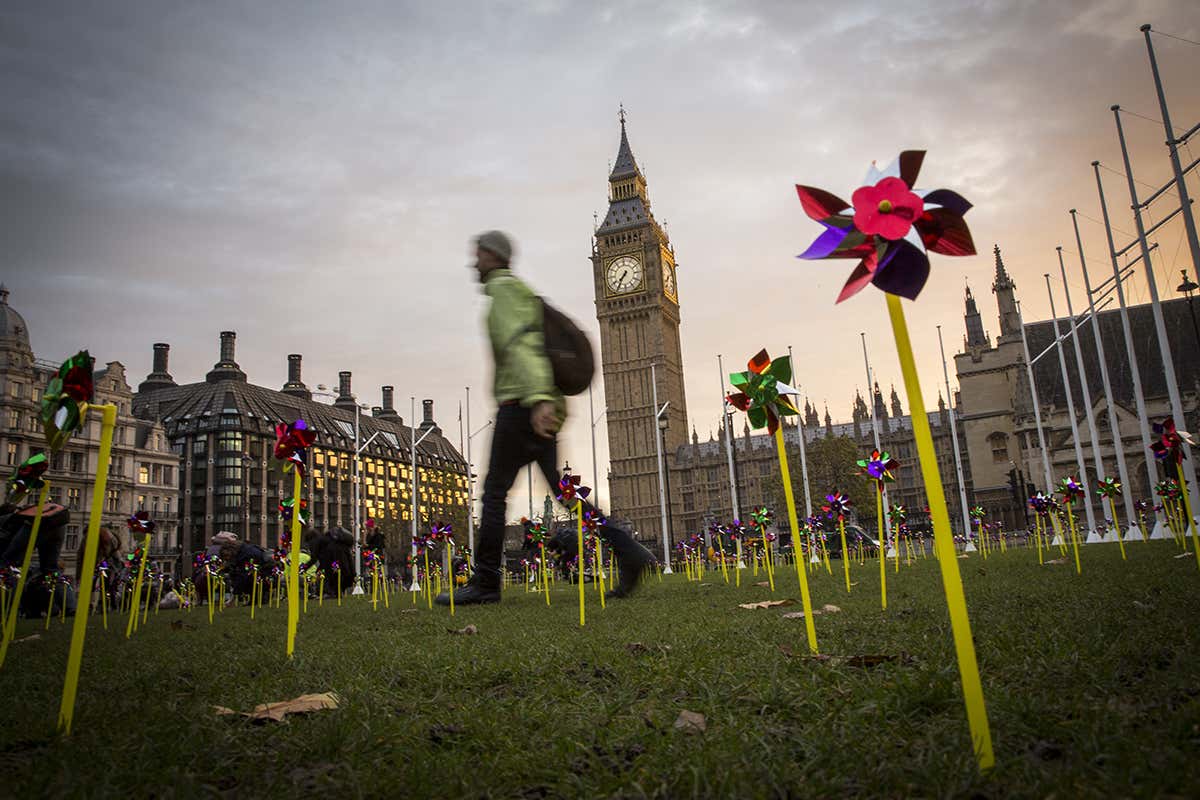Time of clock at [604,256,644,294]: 7:35
